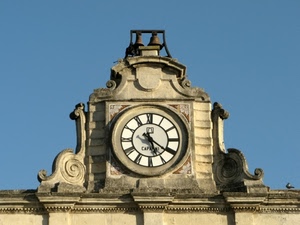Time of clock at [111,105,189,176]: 5:20
